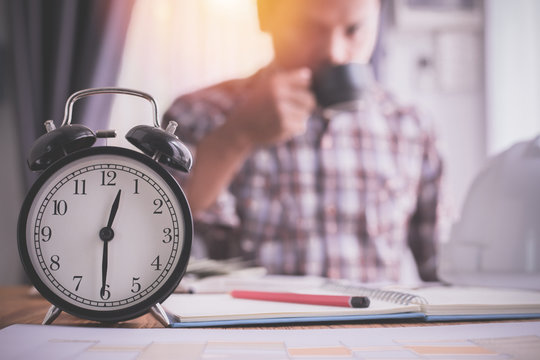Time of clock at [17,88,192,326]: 12:30
